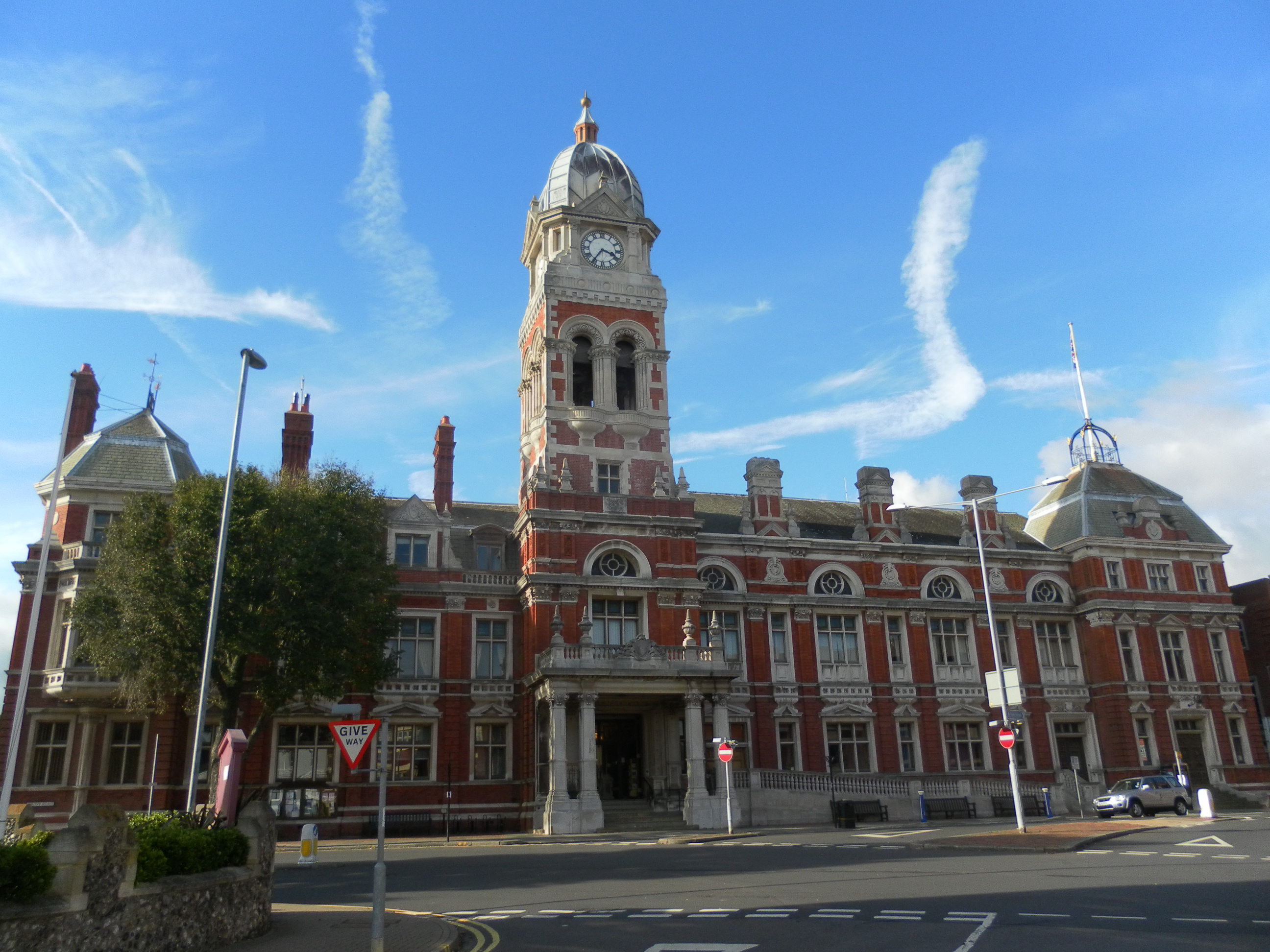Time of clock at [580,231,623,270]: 3:36
